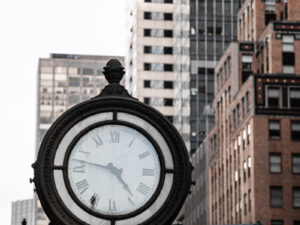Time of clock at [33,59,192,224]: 4:47
